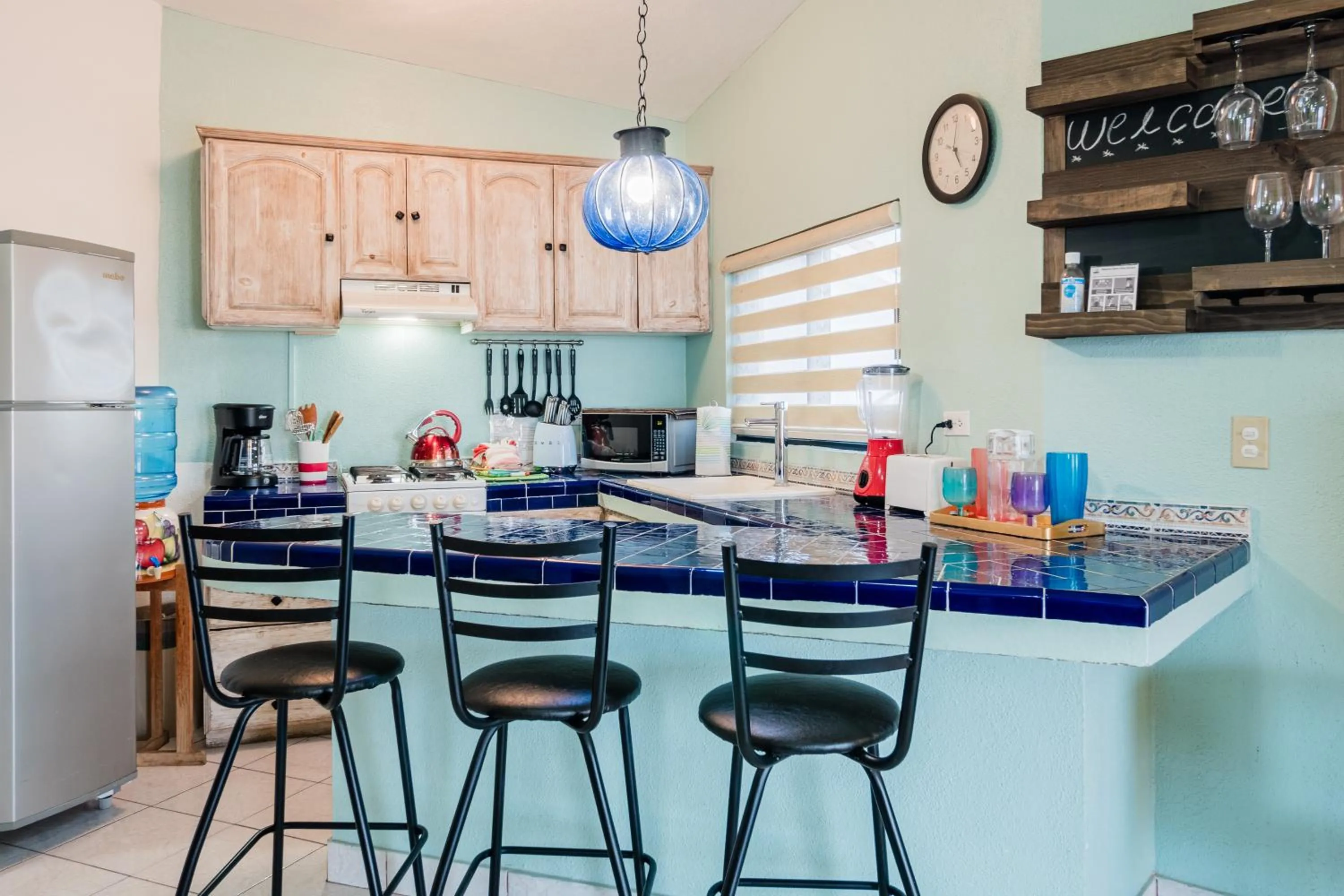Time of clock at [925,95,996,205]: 5:01
